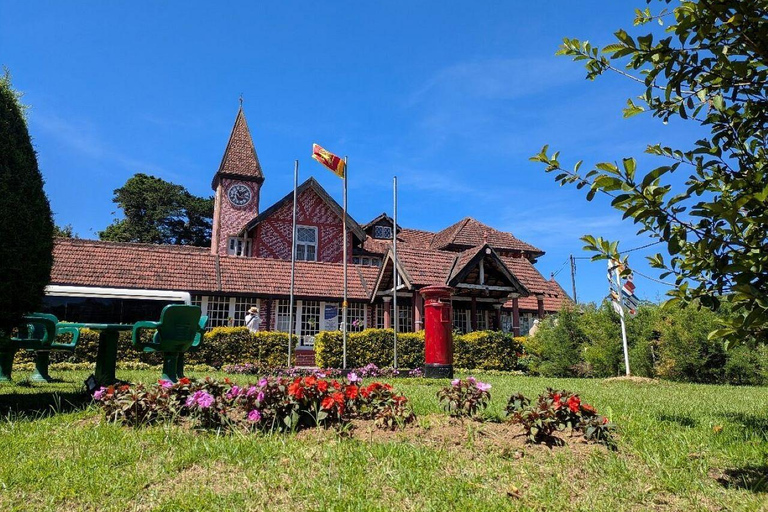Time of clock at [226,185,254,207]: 11:08
